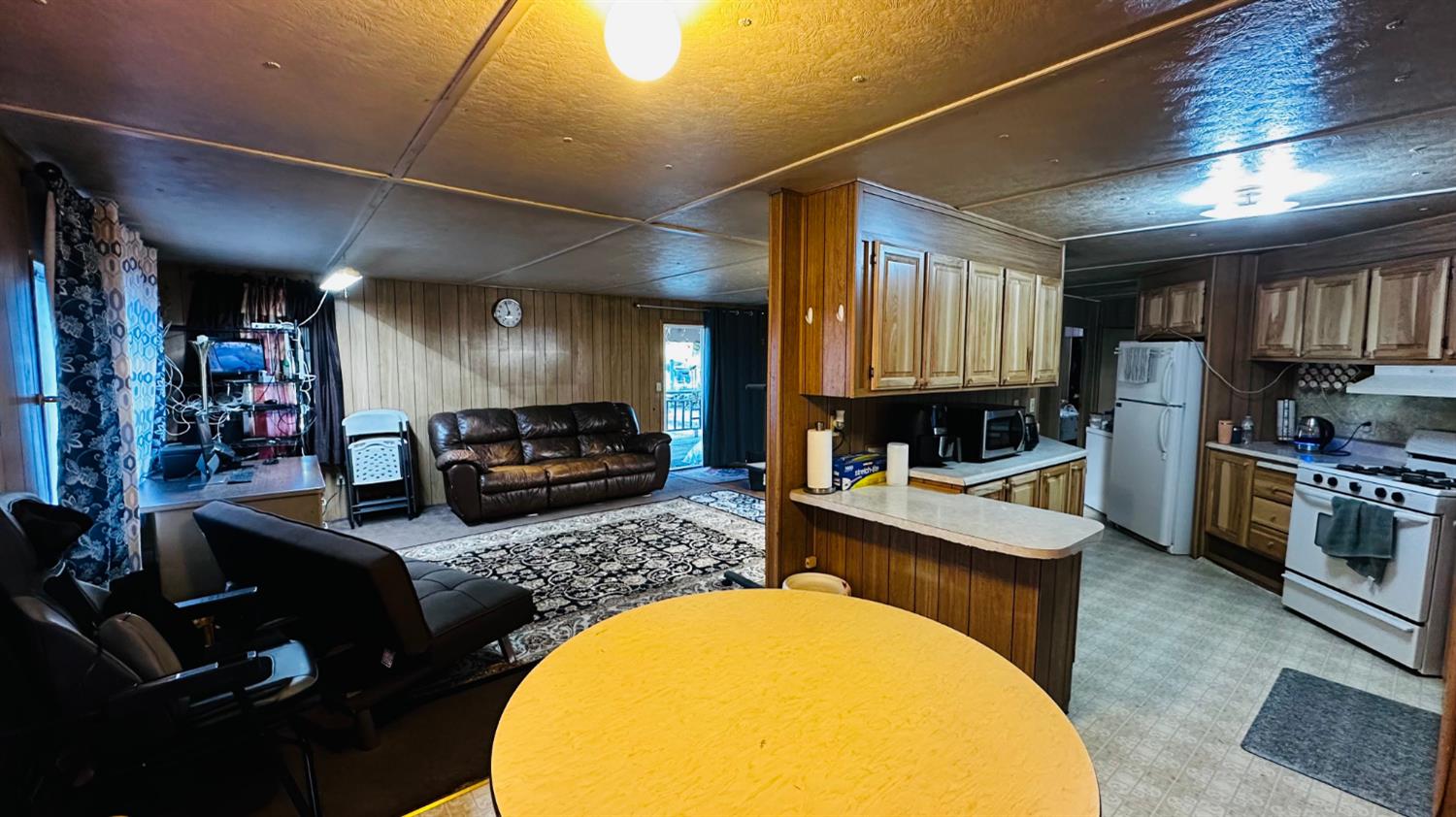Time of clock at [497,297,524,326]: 6:56
